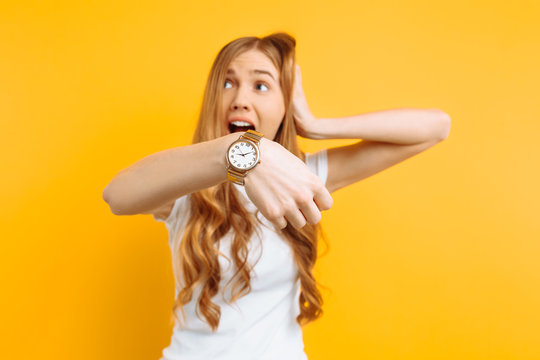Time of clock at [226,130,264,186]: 9:12
